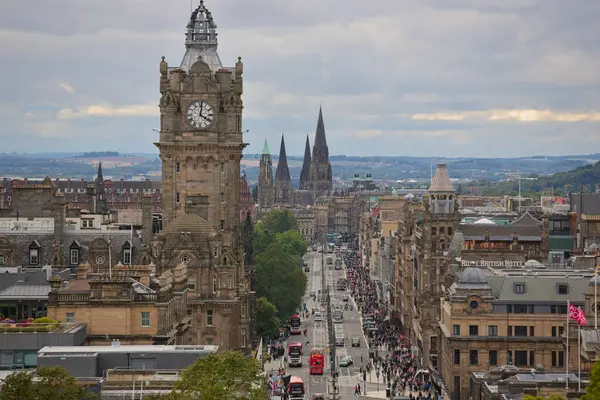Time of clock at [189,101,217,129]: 4:01
